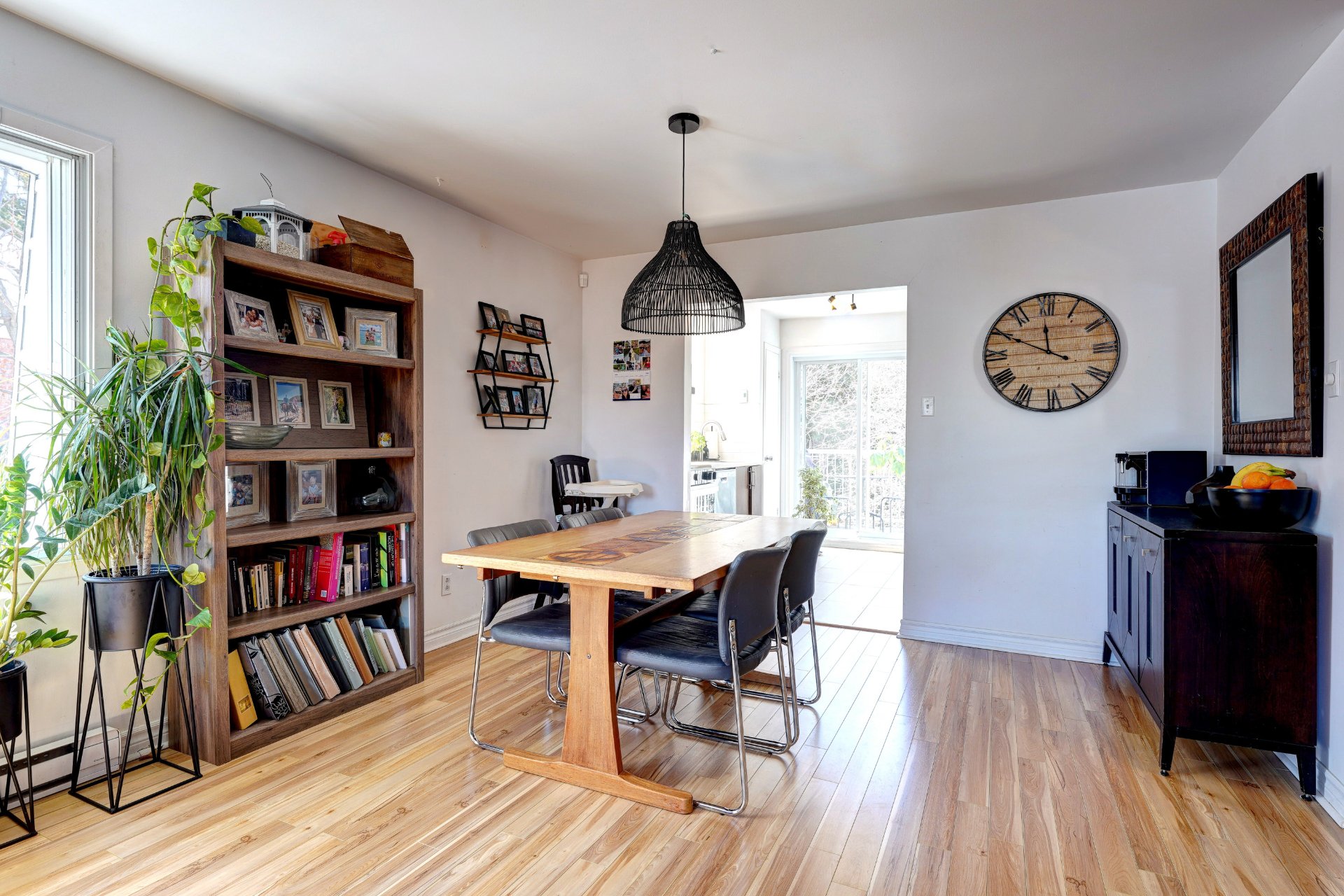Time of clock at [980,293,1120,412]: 11:49
